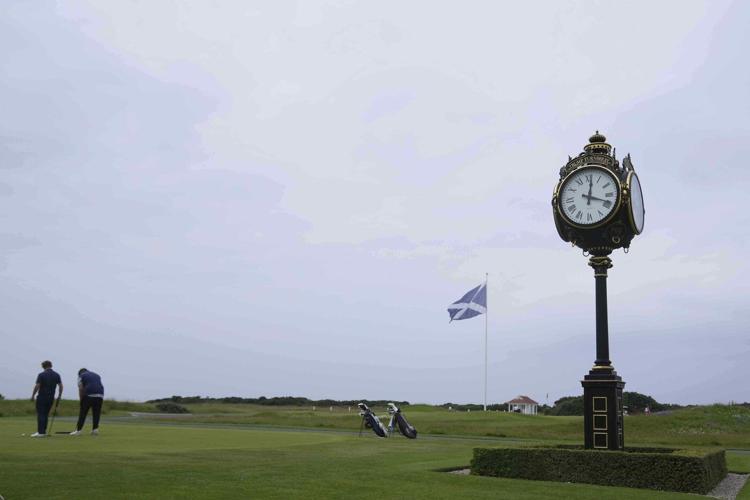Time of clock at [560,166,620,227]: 12:18
